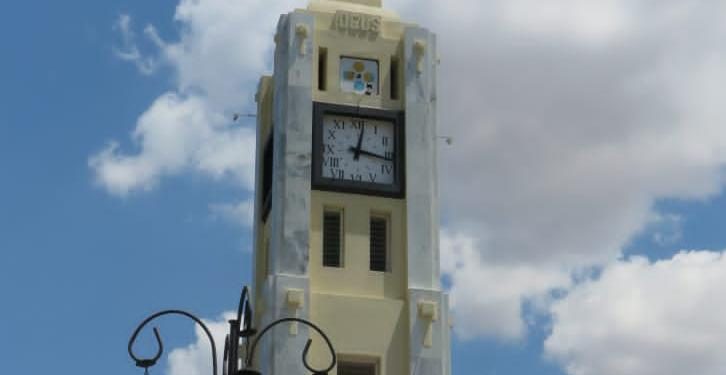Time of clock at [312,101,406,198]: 12:16
